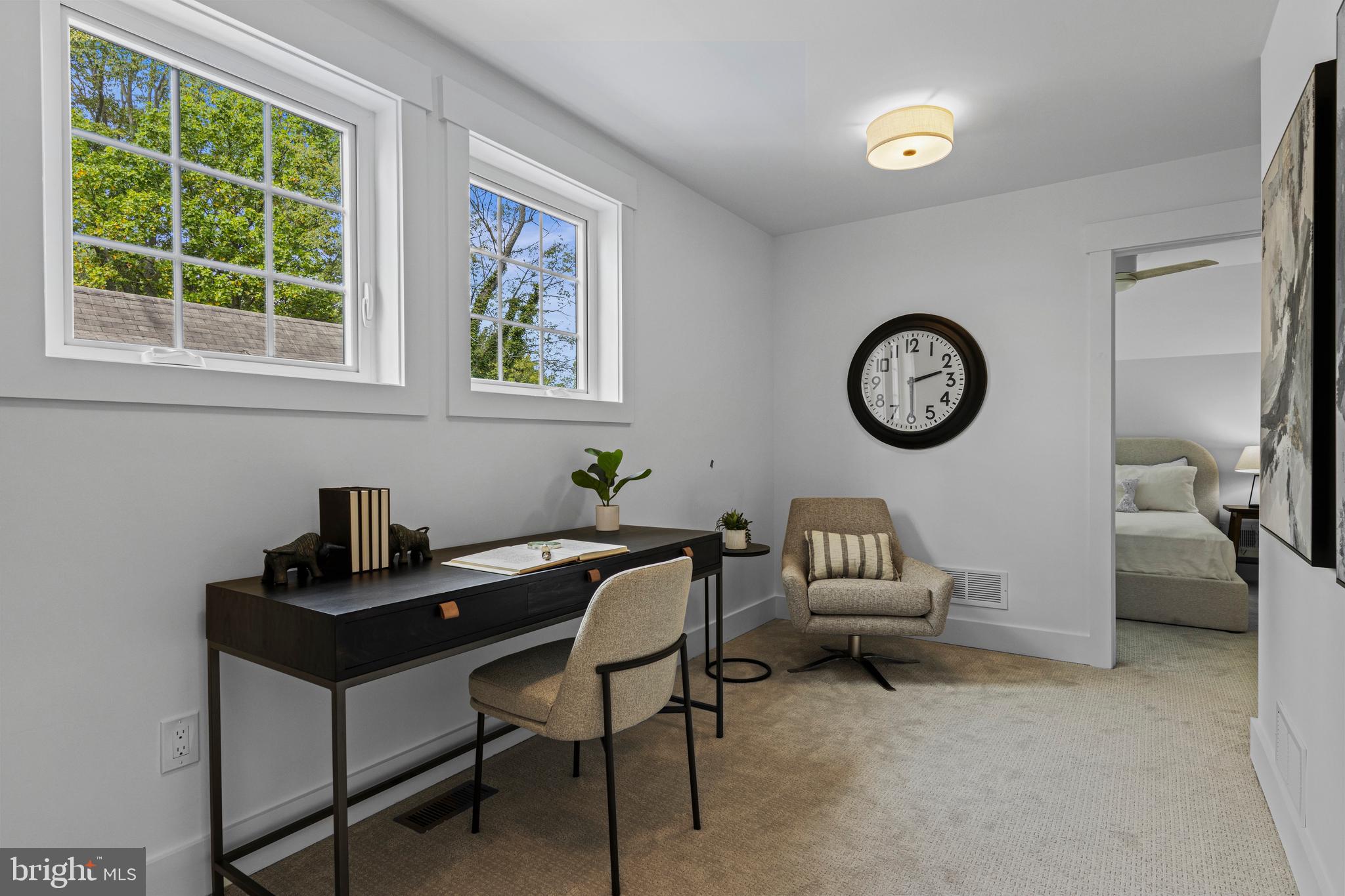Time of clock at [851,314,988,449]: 2:29
